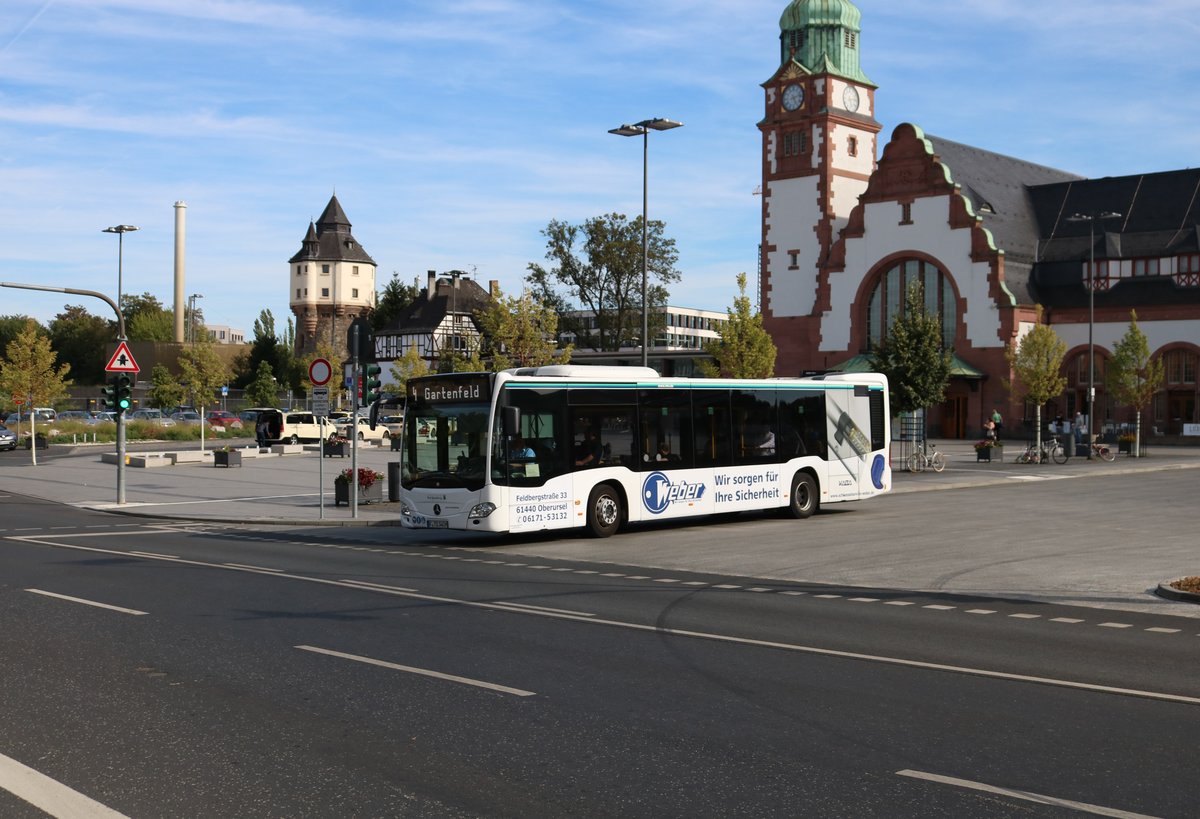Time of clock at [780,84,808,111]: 5:12
